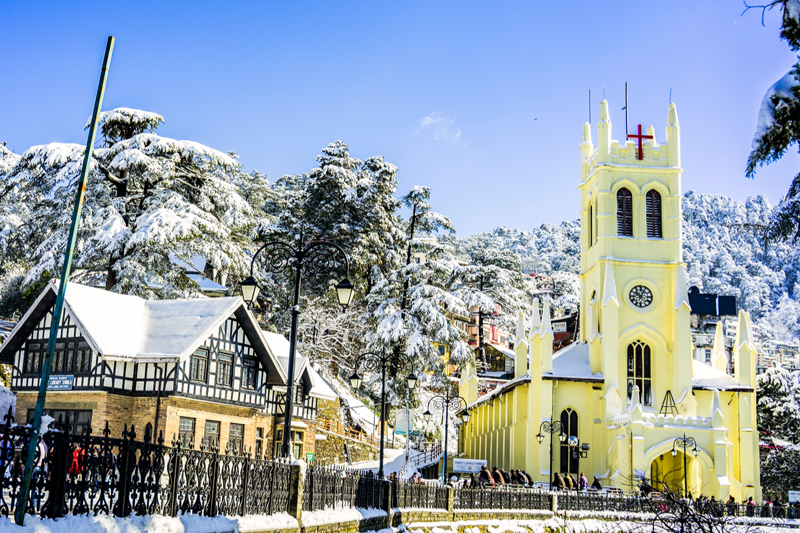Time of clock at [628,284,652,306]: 10:04
